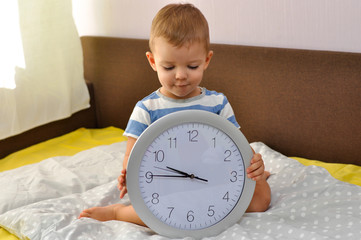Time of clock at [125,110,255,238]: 9:45
